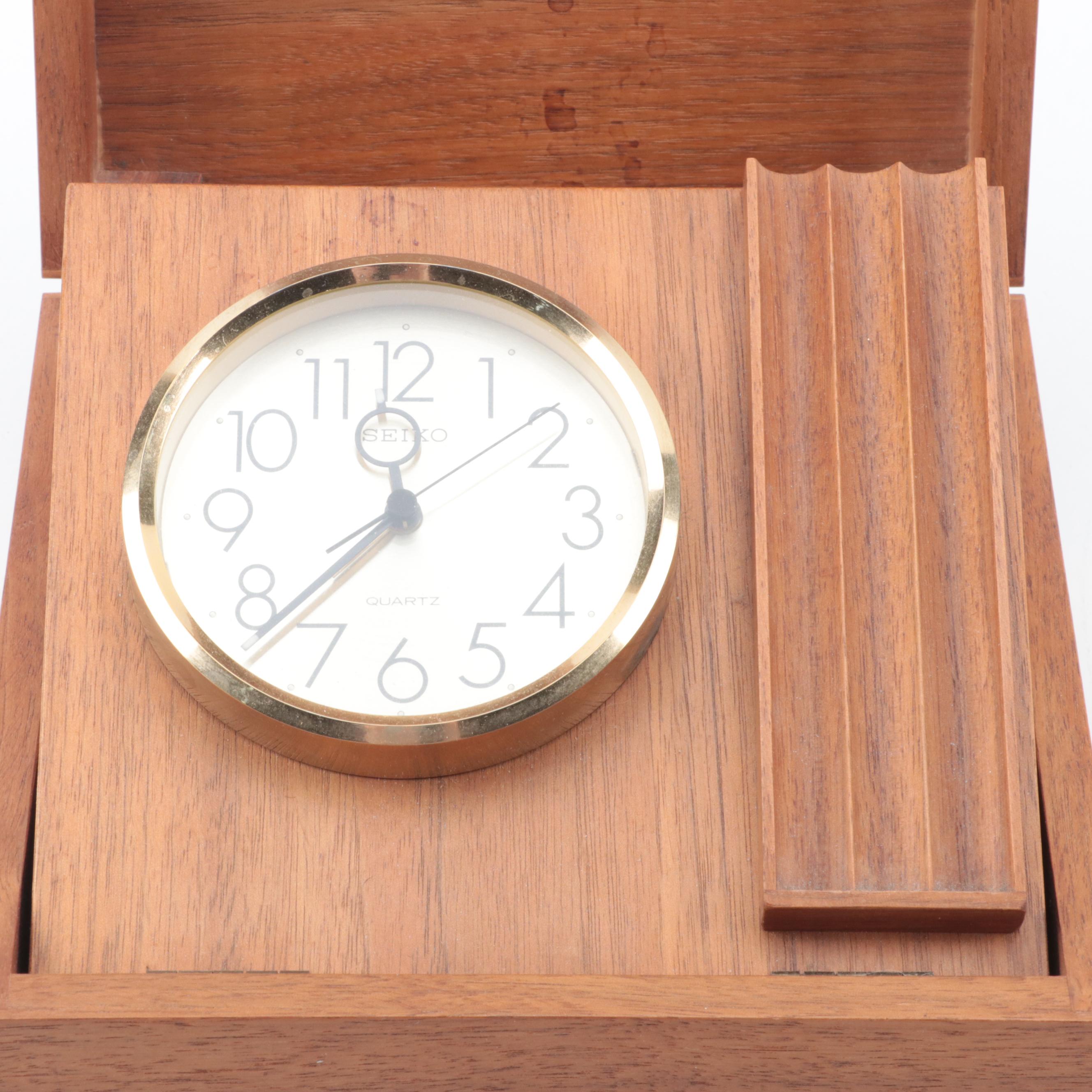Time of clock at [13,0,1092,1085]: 11:38
